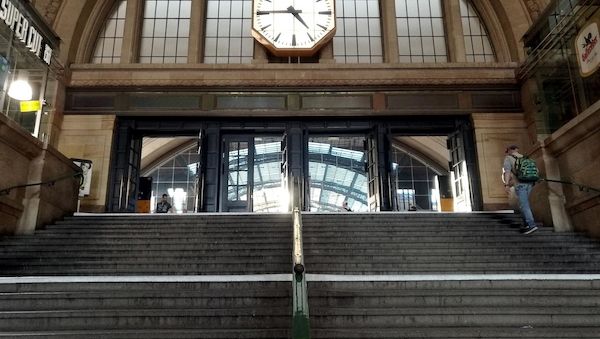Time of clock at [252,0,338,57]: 4:45
